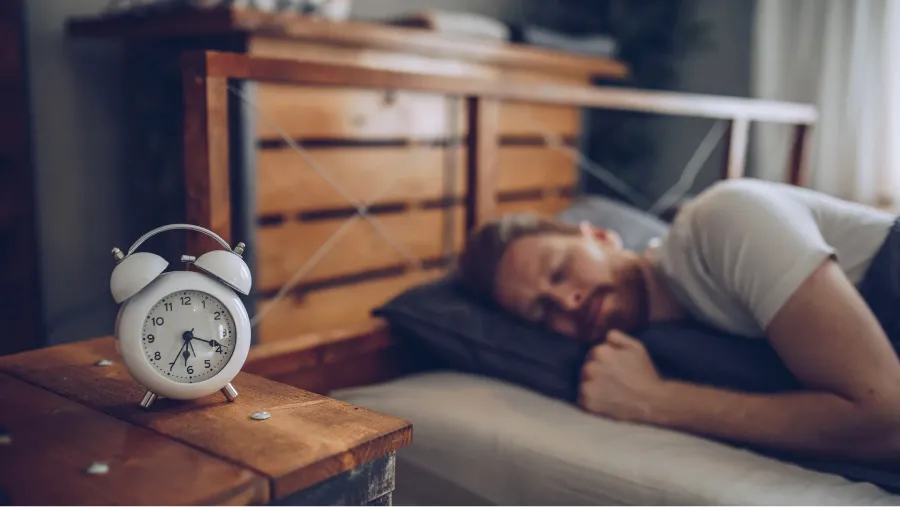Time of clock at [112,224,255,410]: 6:18
